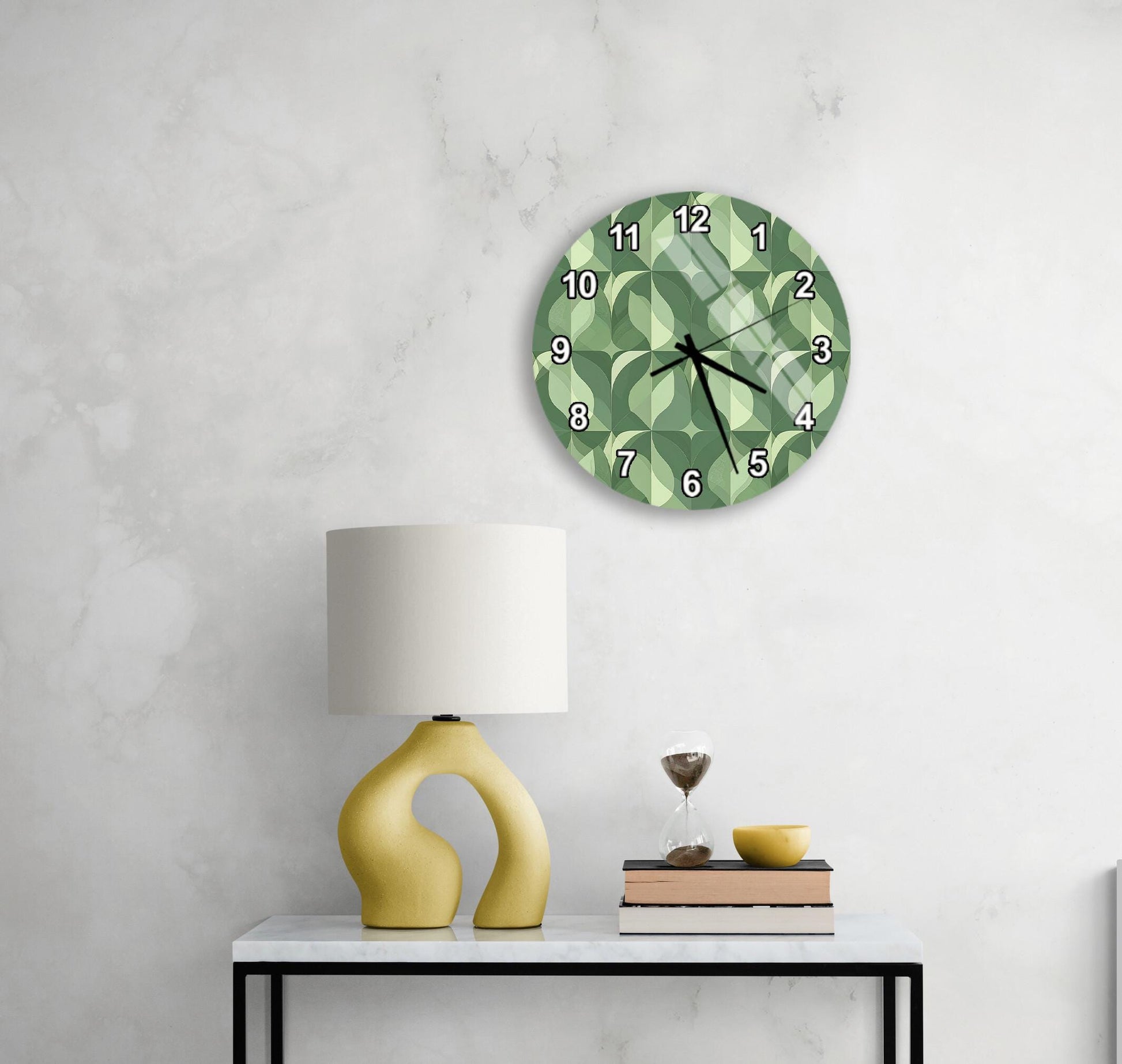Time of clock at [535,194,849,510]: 5:19
